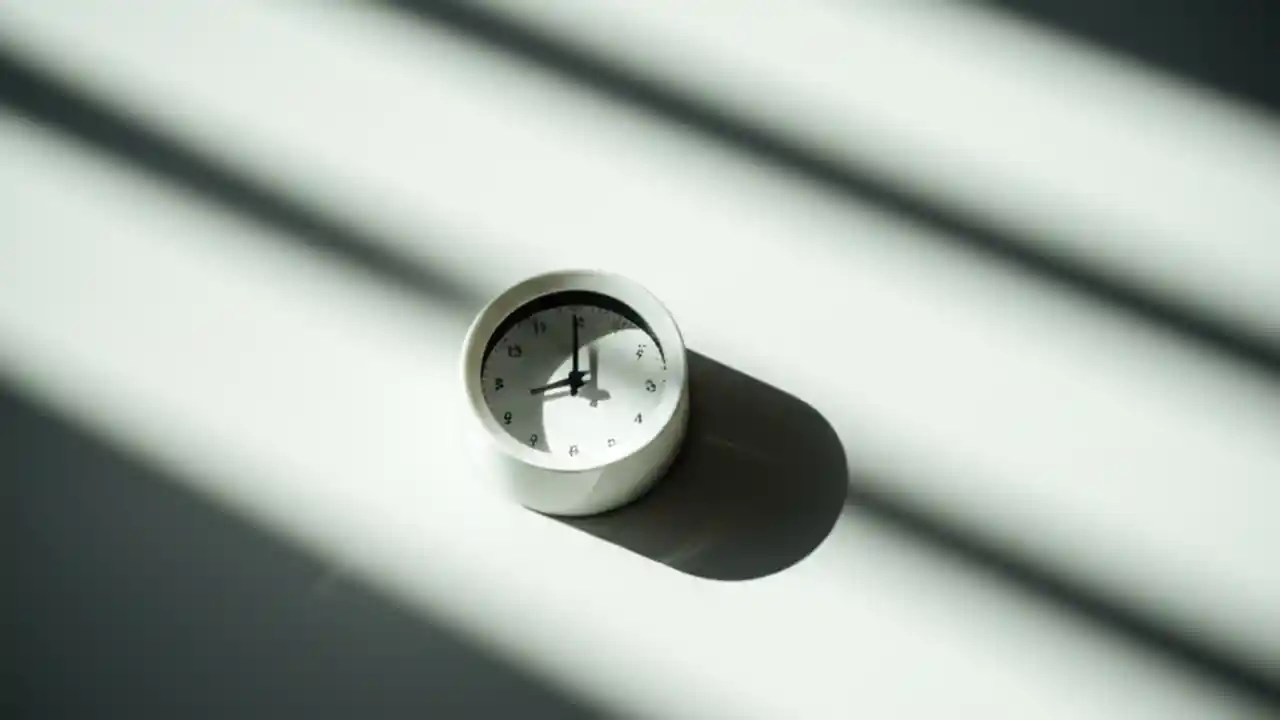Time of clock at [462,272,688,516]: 9:00
